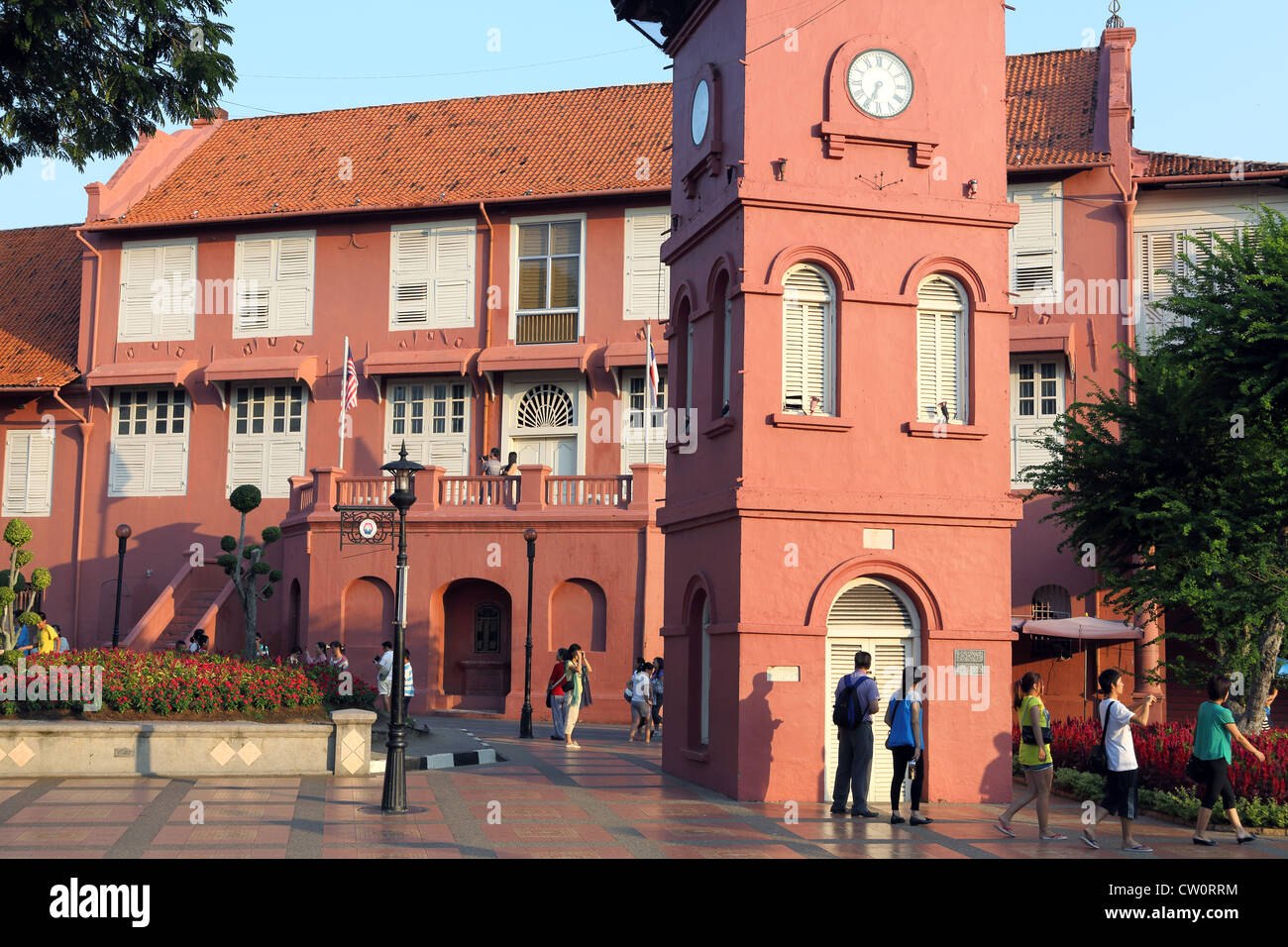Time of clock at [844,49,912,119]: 6:34
